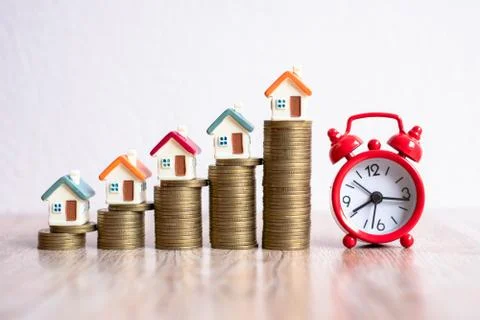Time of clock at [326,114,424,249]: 8:16
